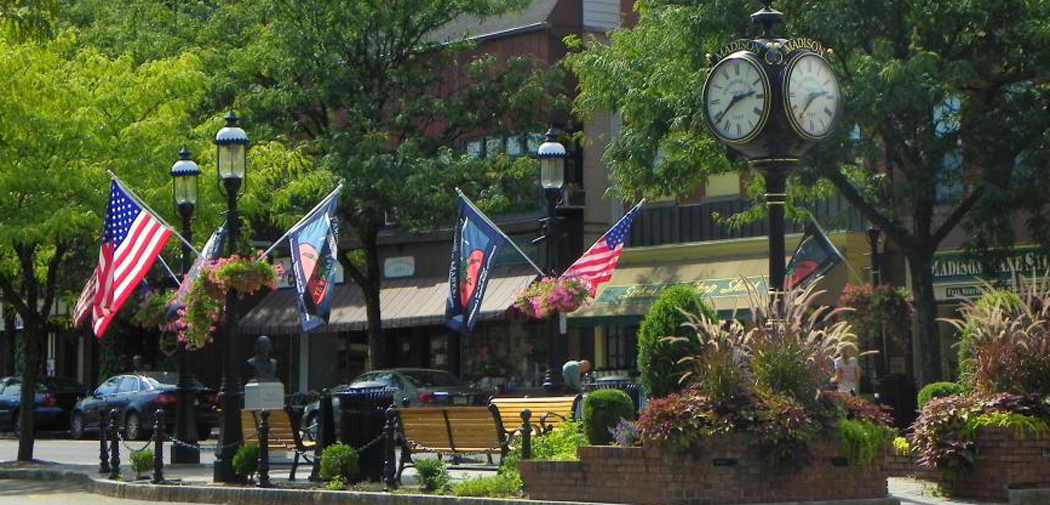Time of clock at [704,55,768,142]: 2:38
